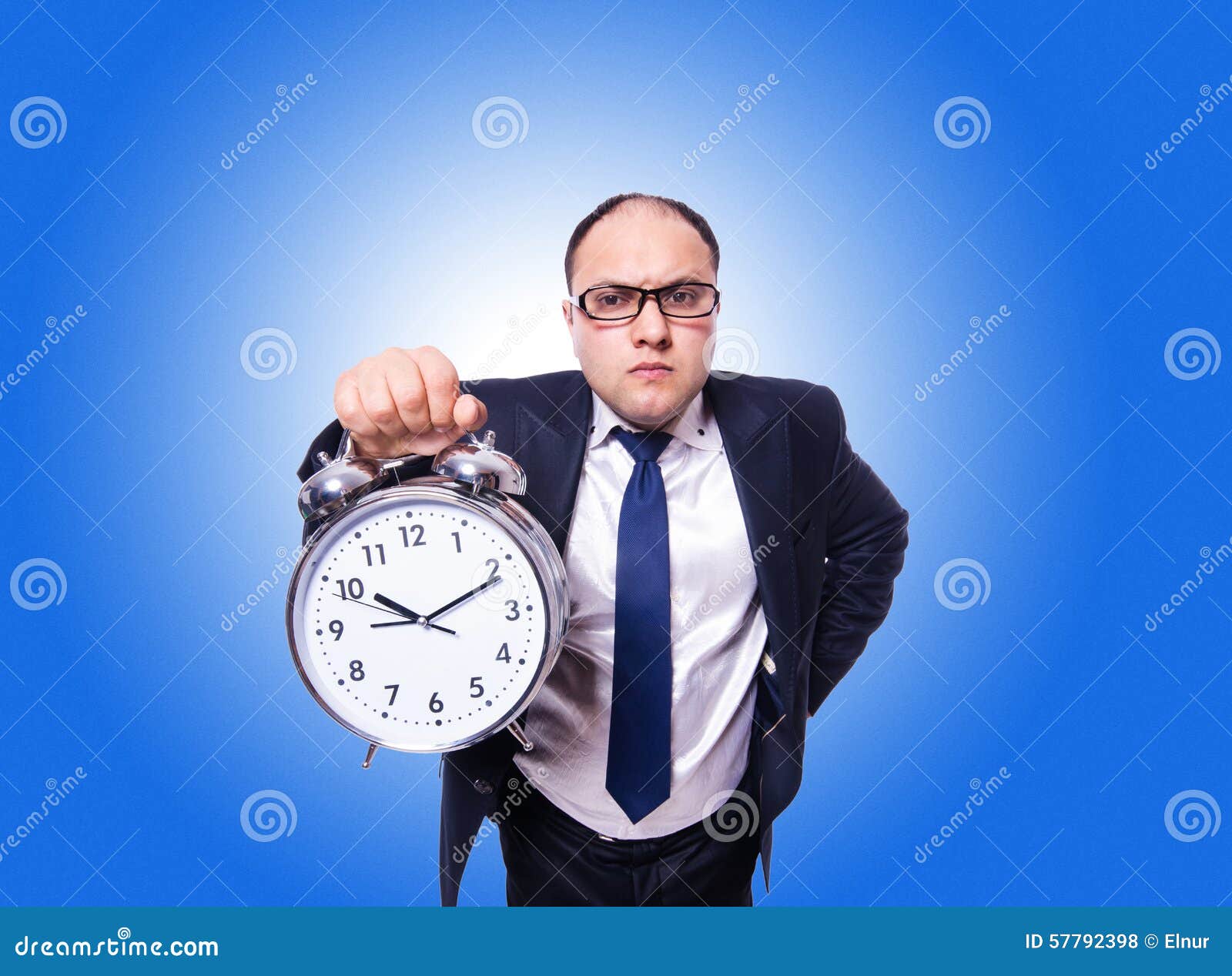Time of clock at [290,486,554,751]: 10:11
